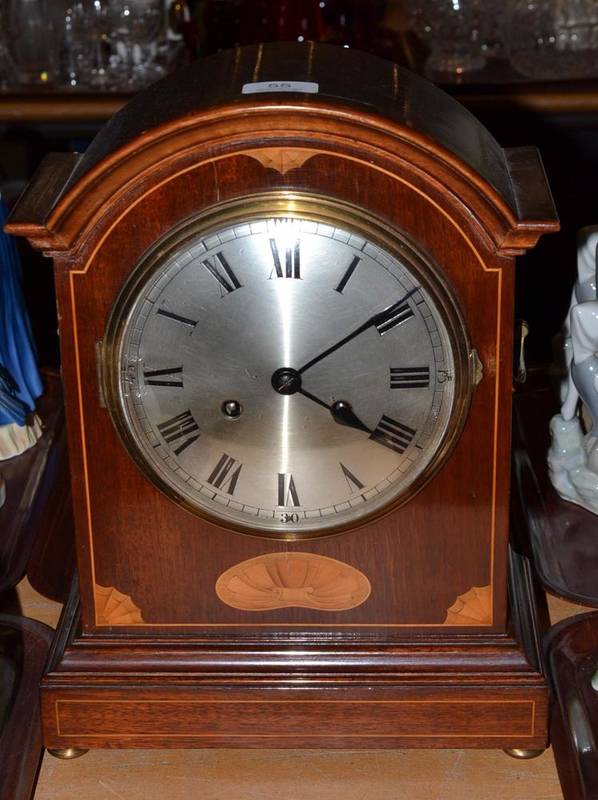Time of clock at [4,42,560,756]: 4:09
